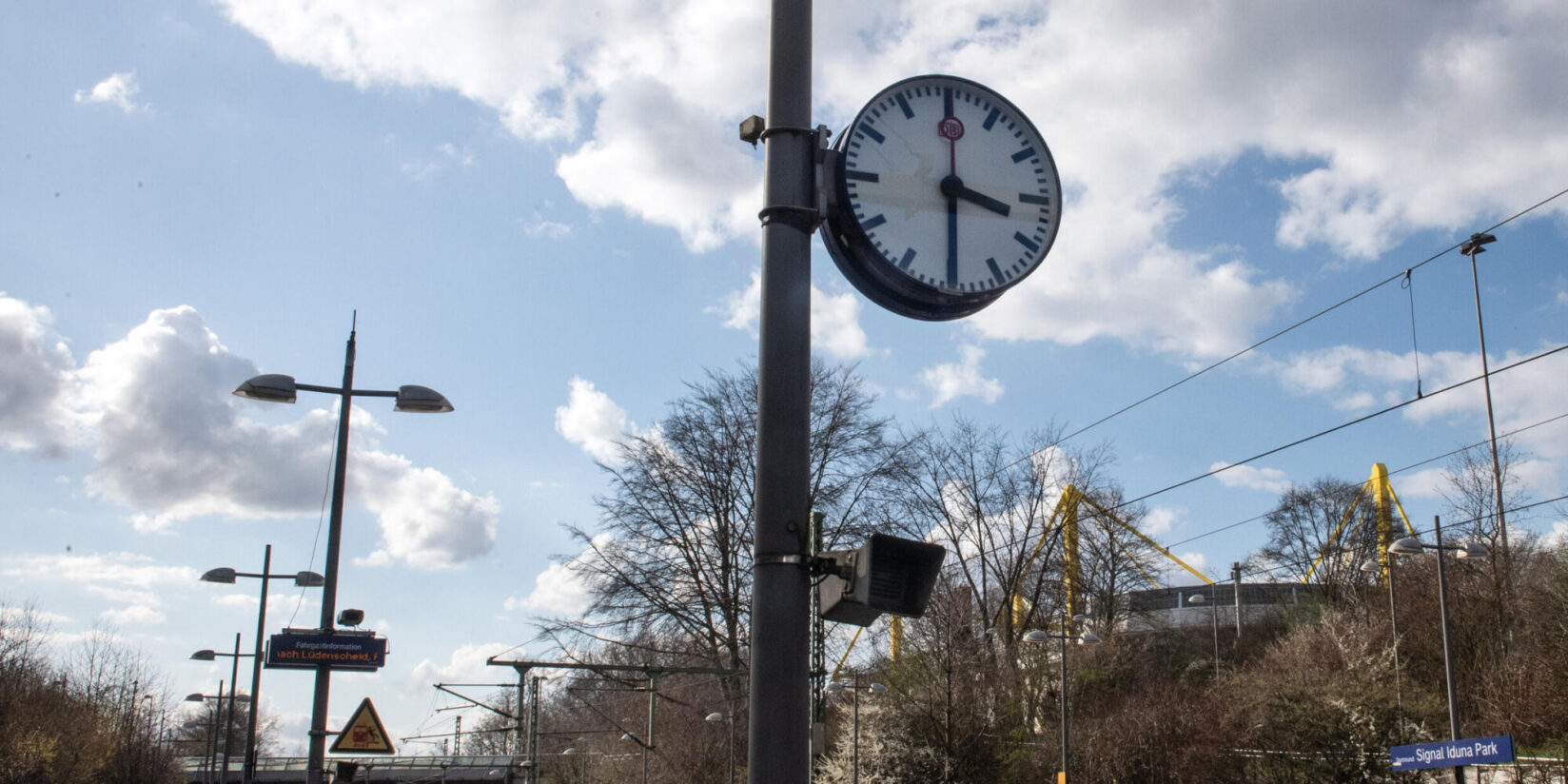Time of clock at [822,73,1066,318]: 3:29
